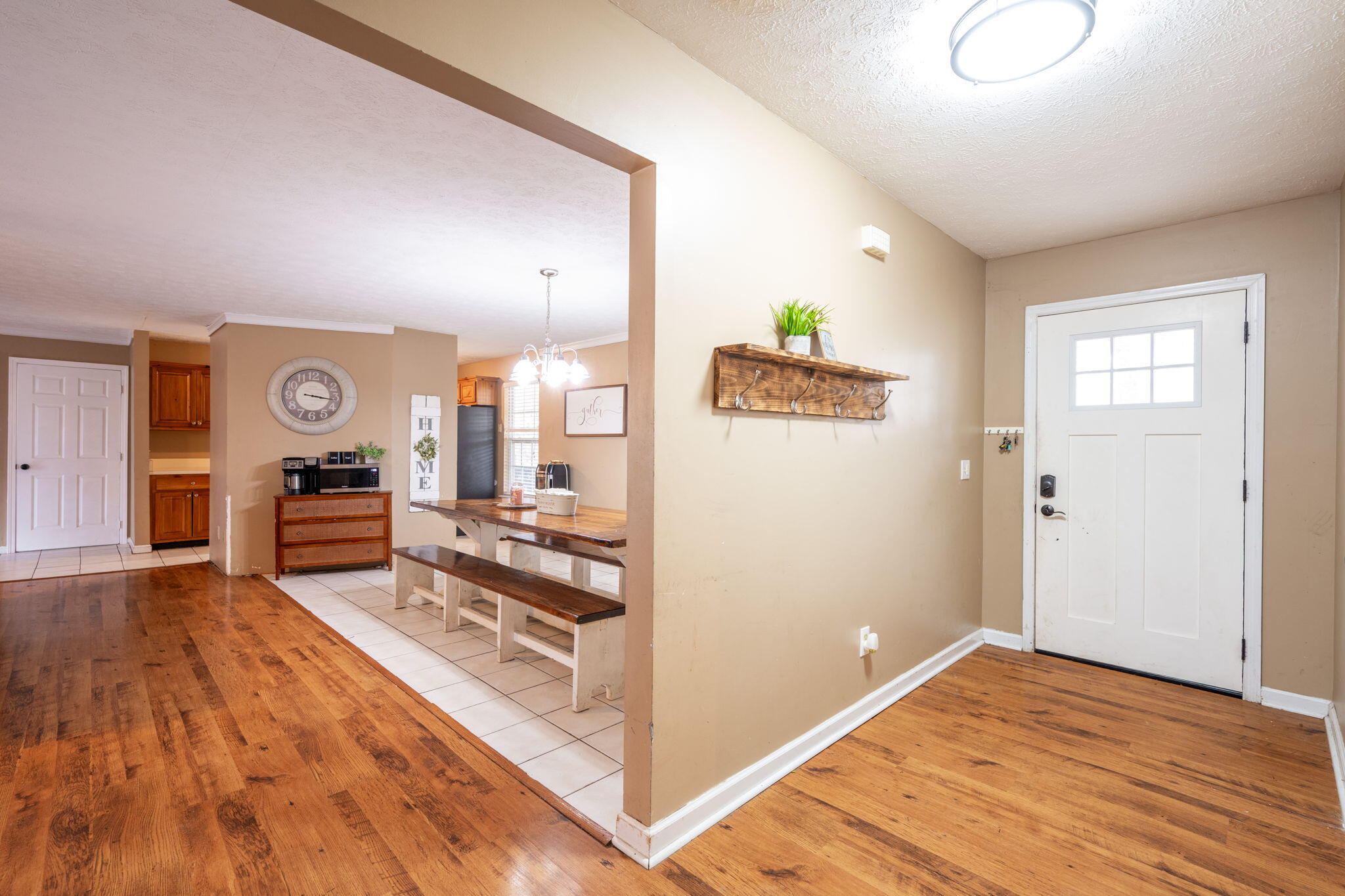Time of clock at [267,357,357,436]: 3:16
